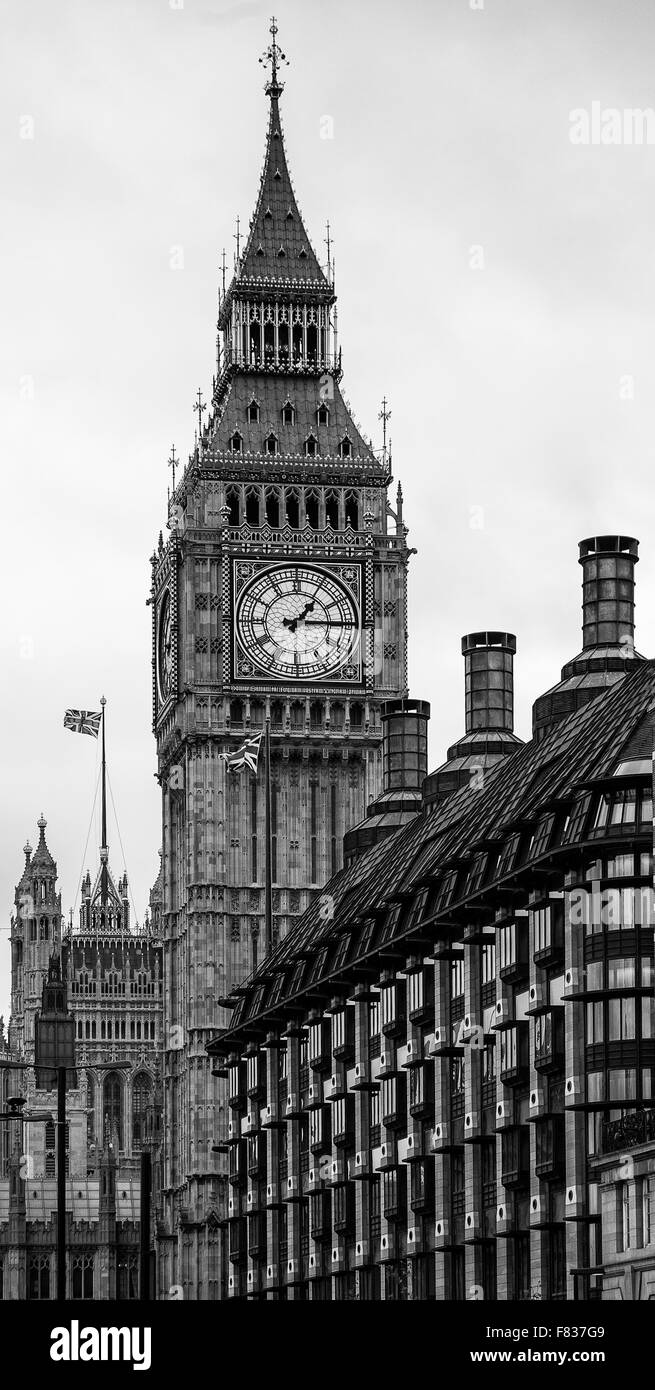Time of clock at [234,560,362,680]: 1:14
